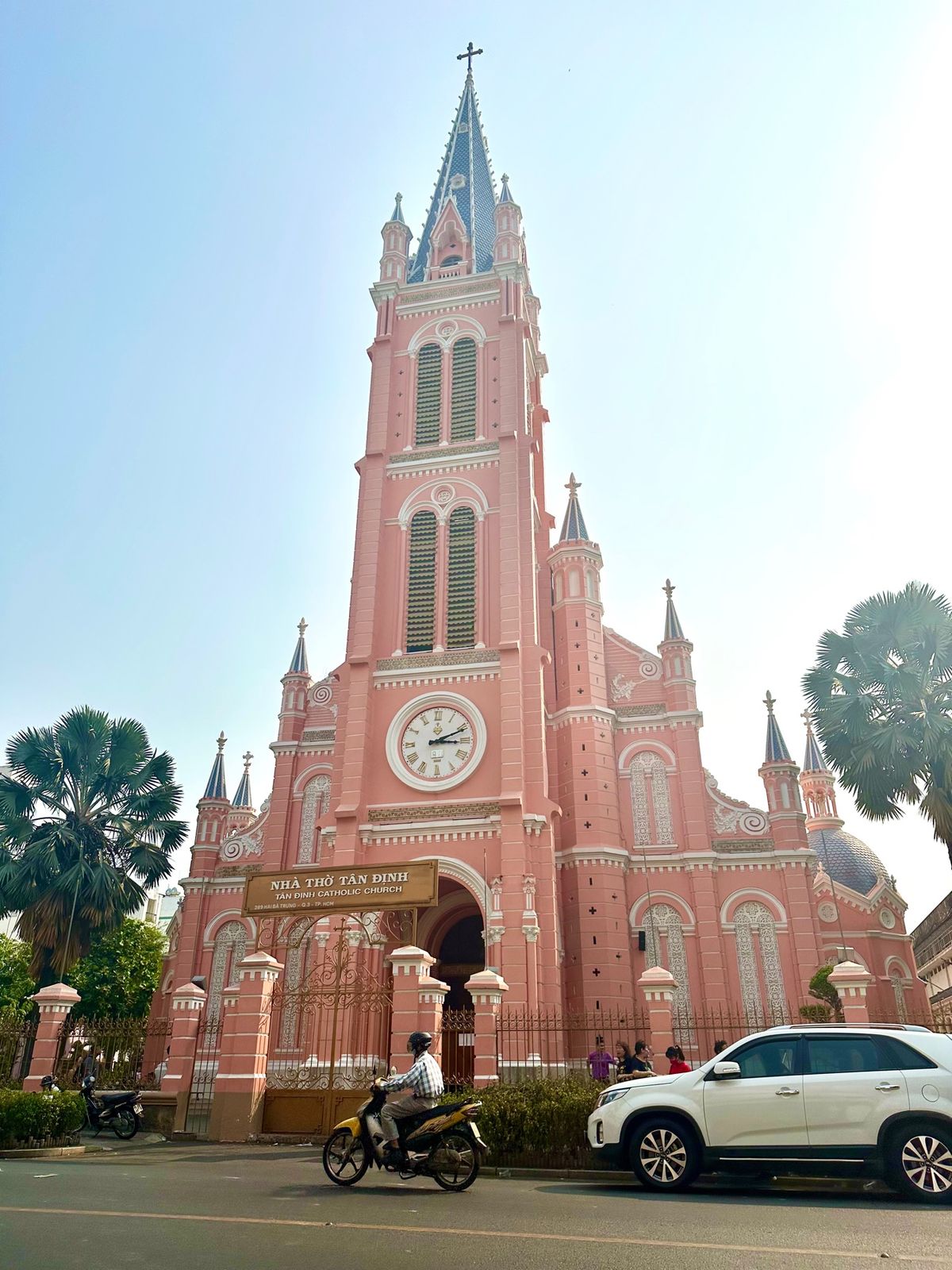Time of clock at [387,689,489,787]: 3:11
